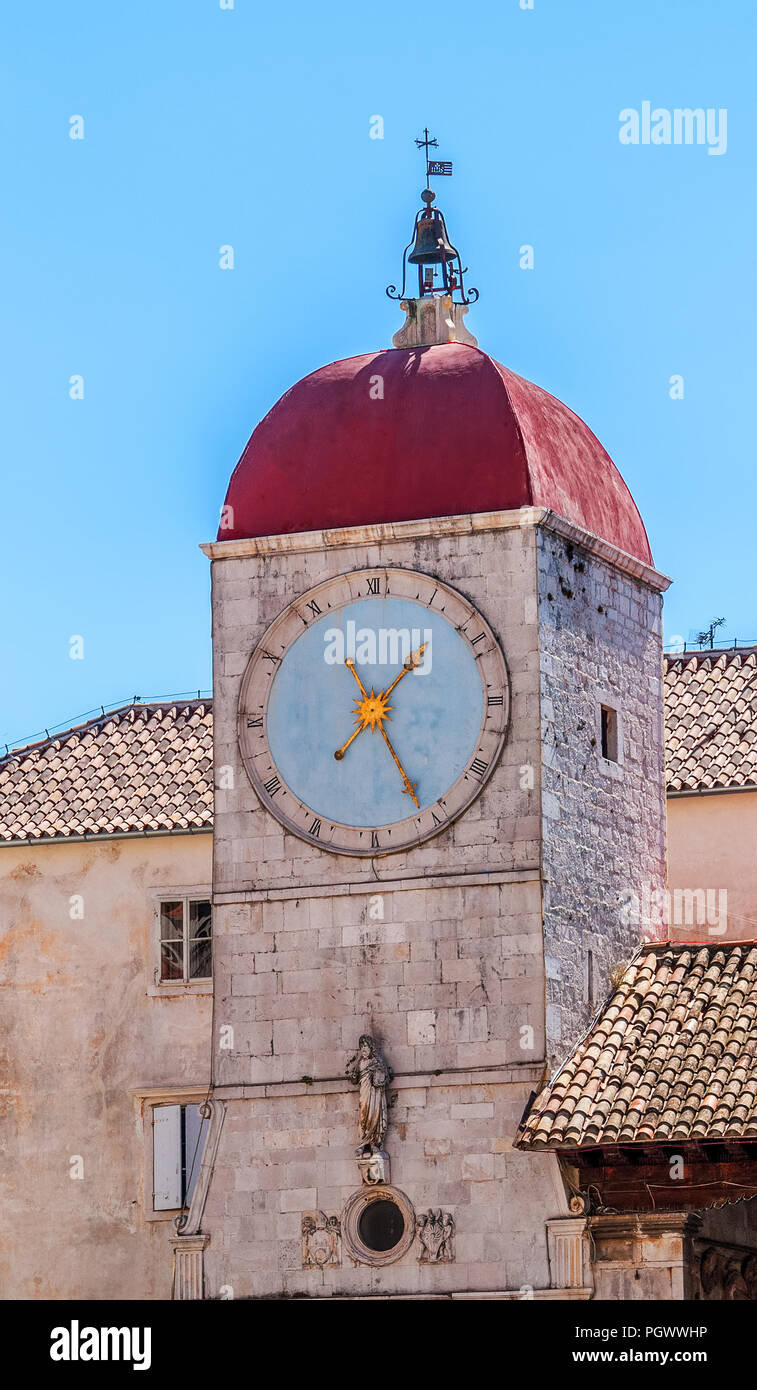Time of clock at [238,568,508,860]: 1:25
